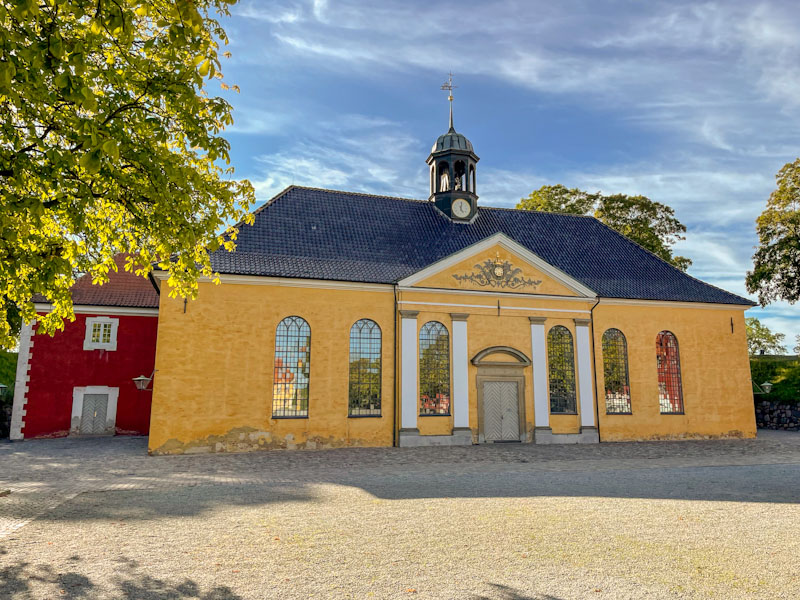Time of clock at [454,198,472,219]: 5:01
